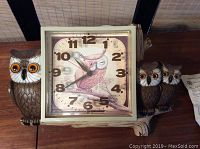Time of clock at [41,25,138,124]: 10:39
